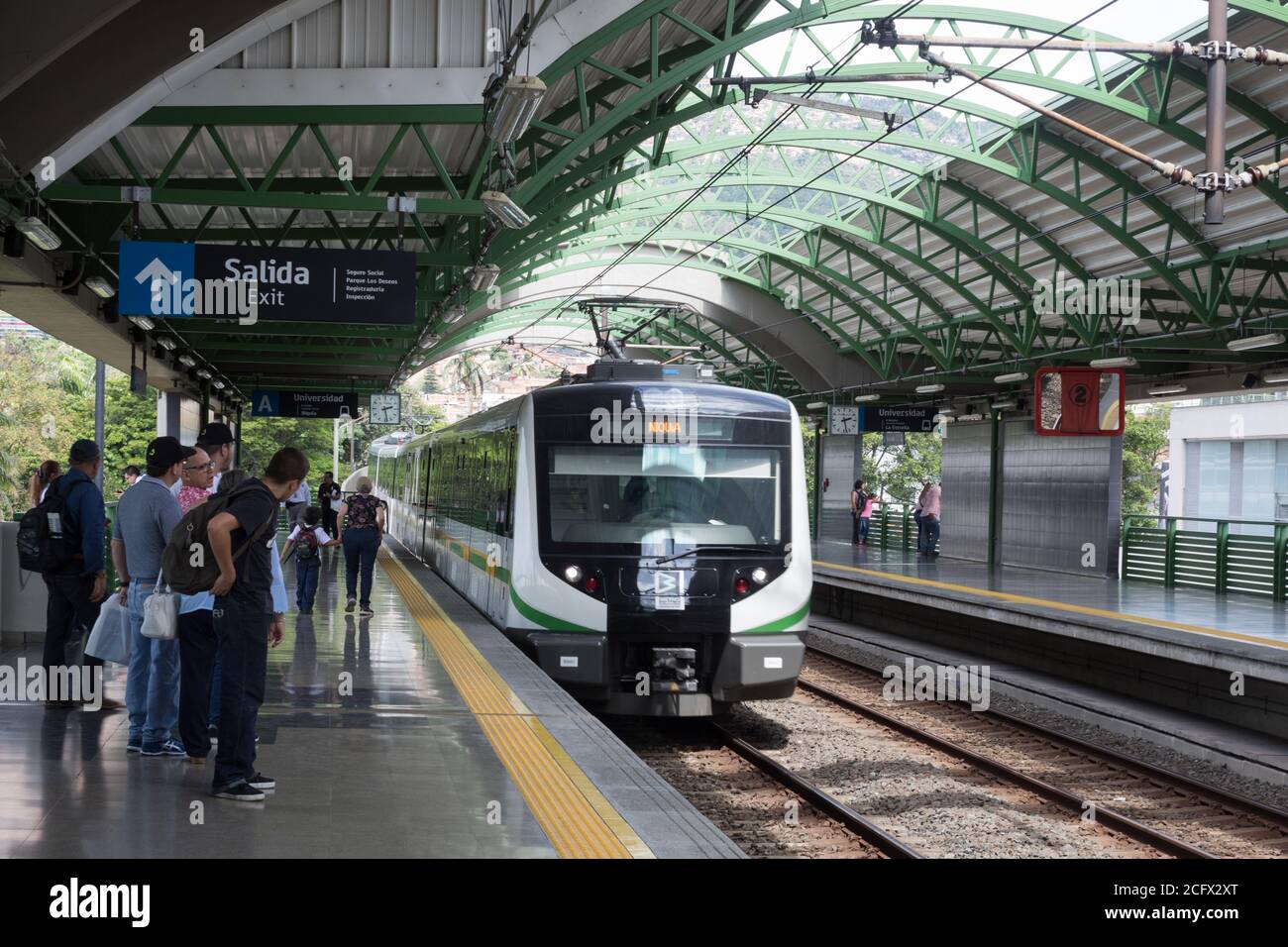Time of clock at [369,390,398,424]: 2:28
